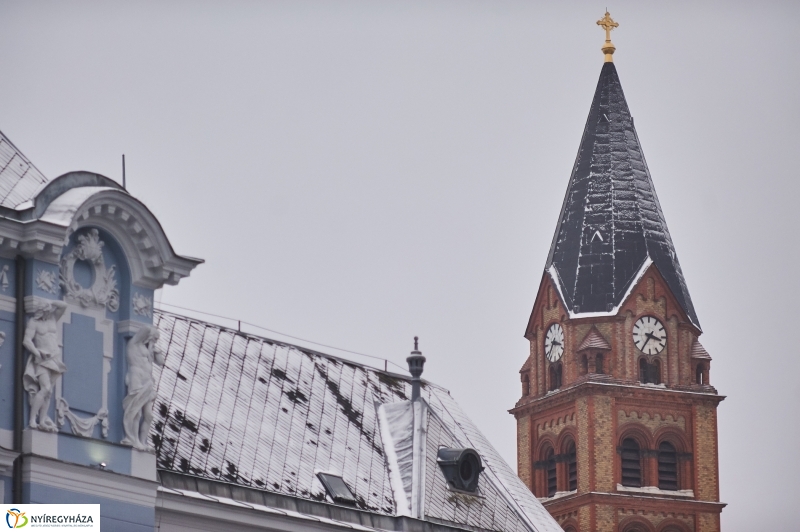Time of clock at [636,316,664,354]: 3:35
